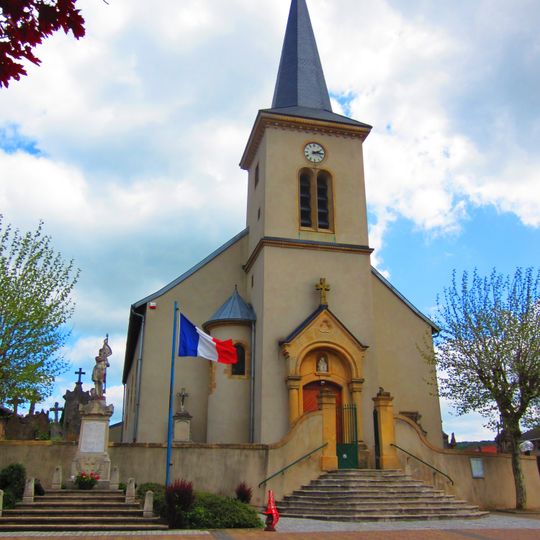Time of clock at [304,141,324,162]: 2:15
